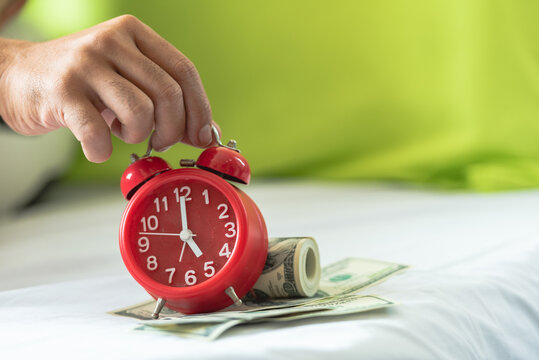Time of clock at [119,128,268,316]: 5:00
